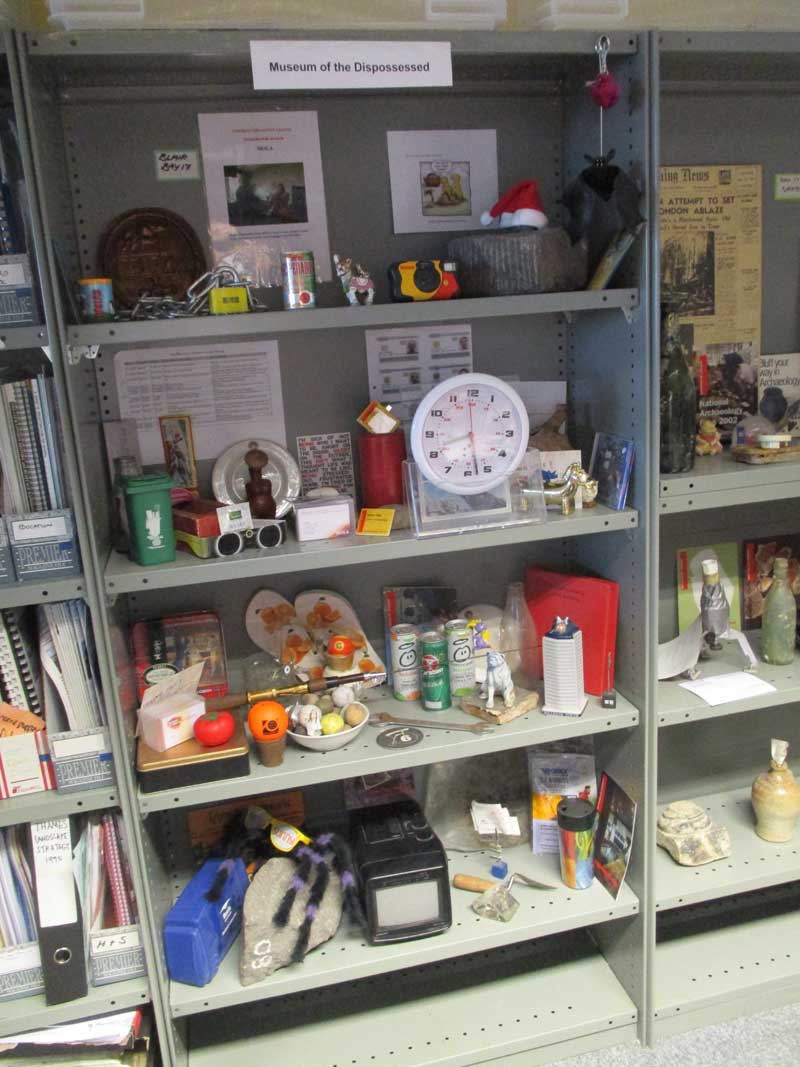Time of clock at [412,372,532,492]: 8:27
